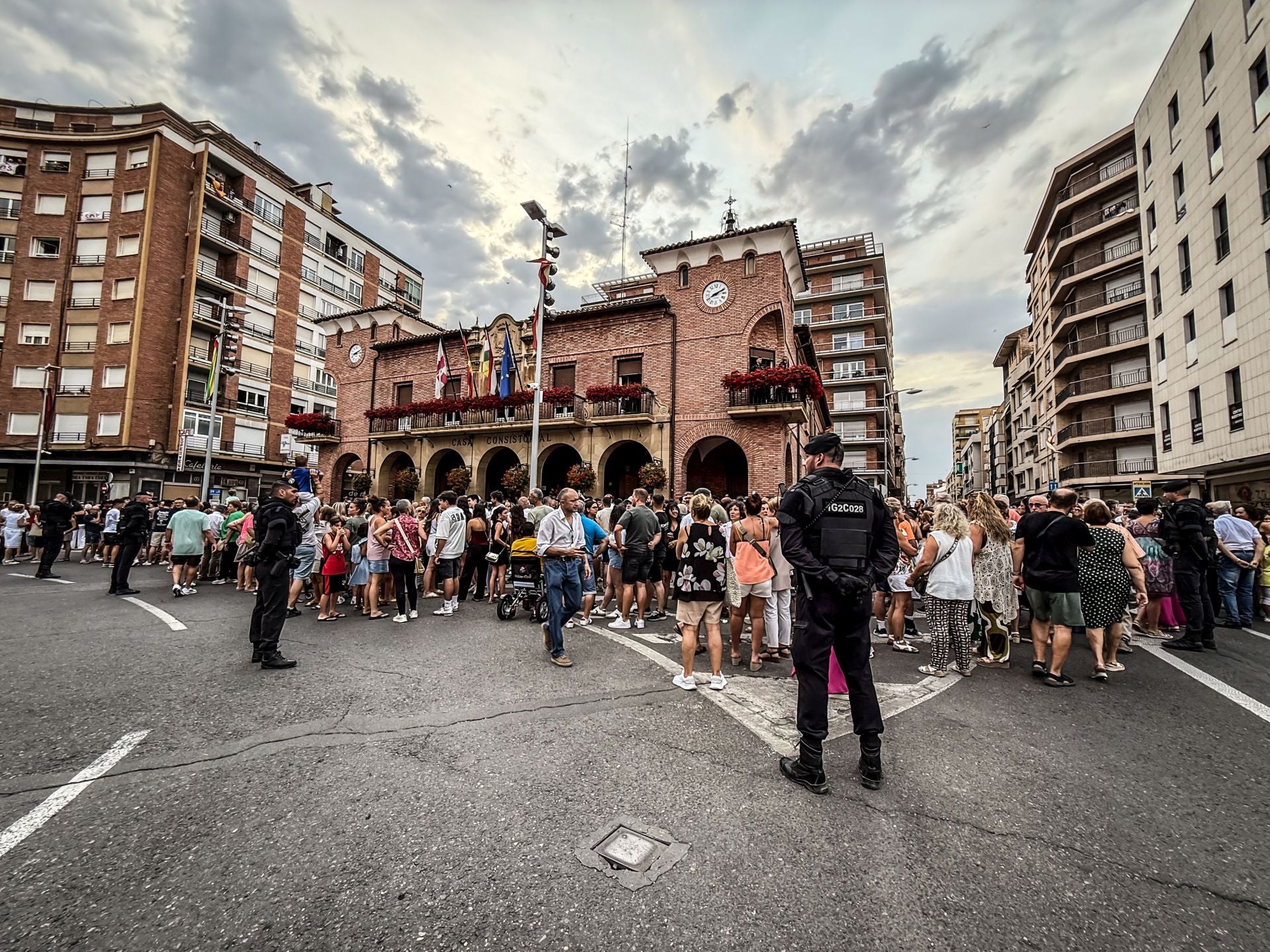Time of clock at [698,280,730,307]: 8:11
